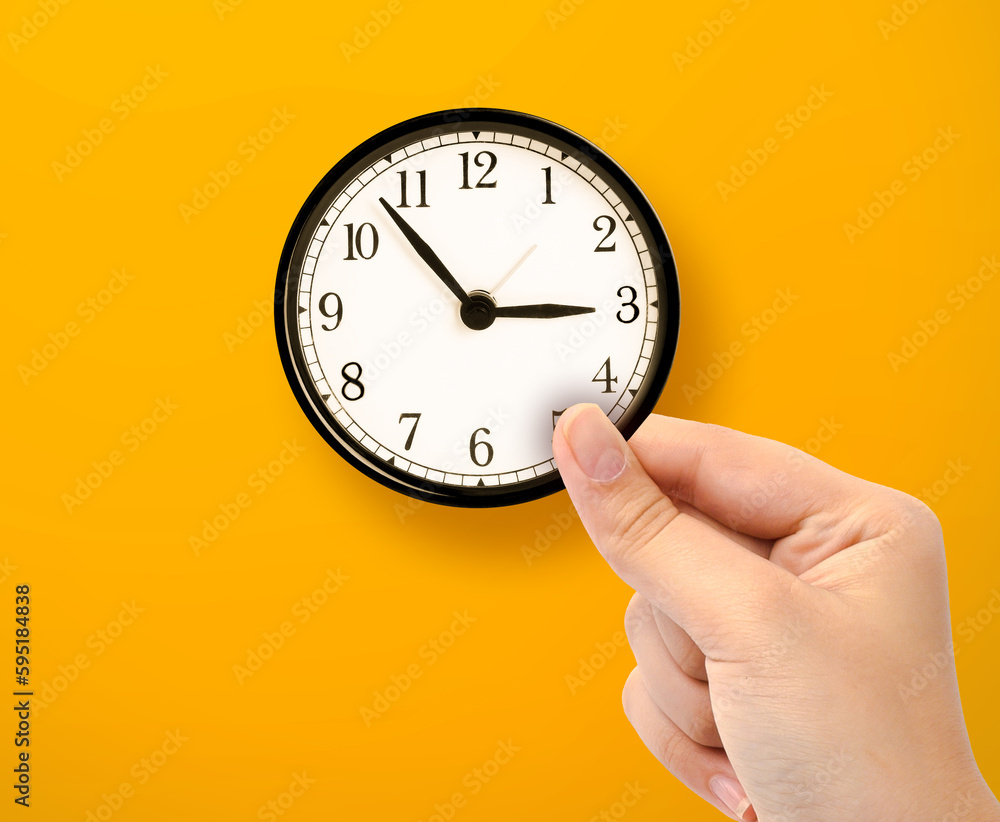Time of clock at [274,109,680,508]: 2:53
